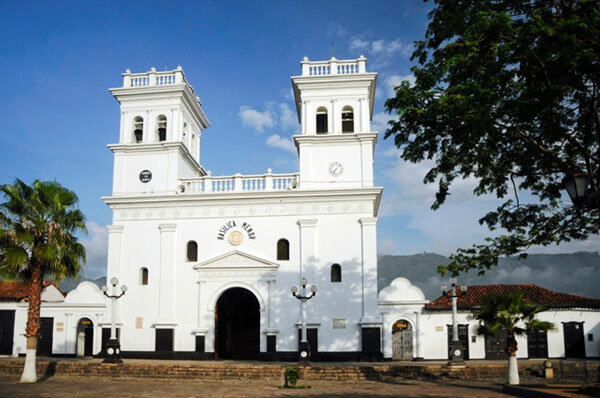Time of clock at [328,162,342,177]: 7:07
